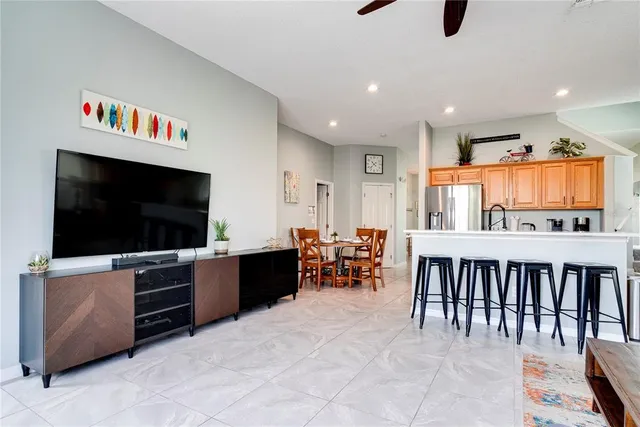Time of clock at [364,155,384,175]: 10:37
